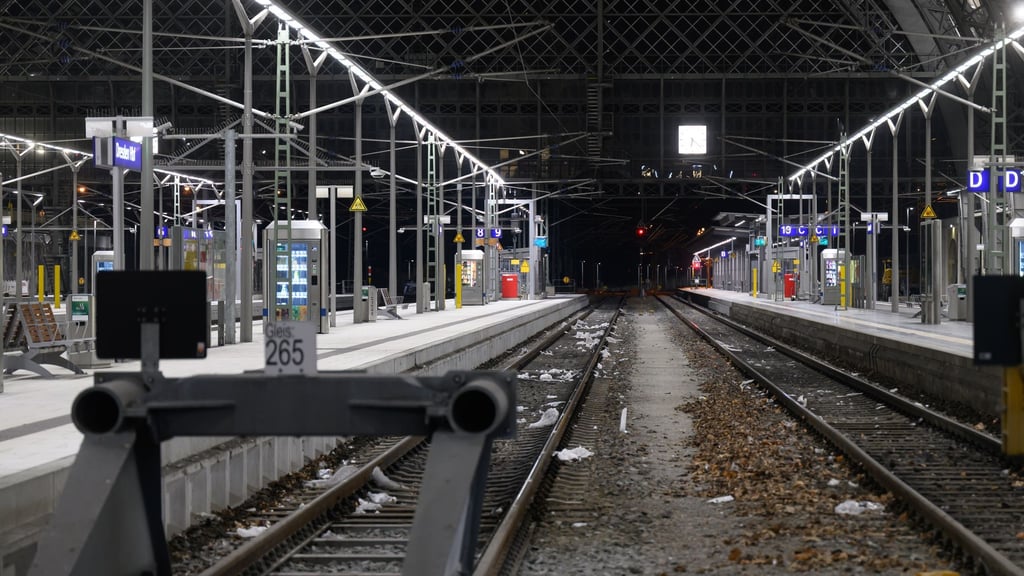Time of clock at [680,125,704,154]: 6:21
